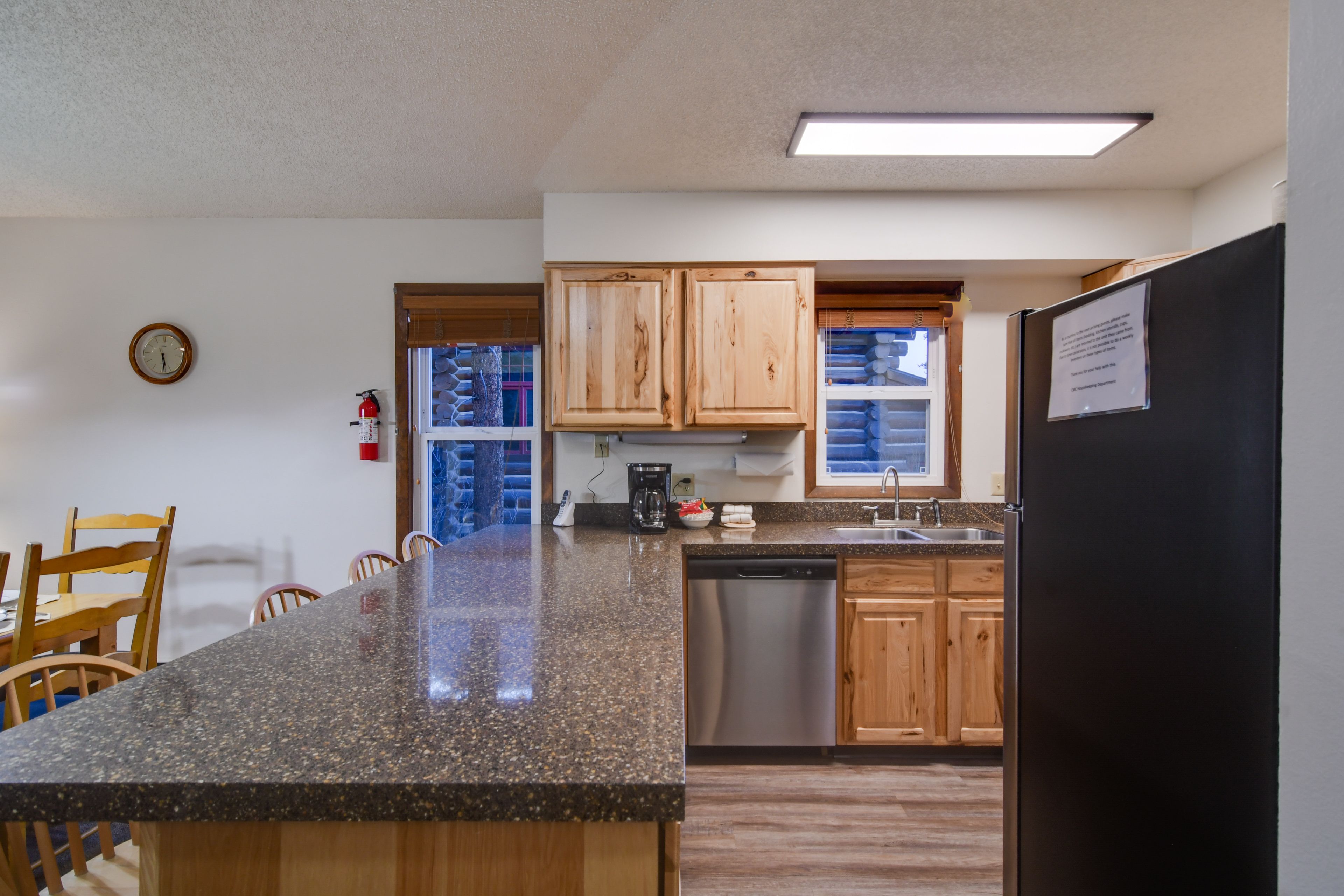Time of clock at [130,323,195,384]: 5:28
